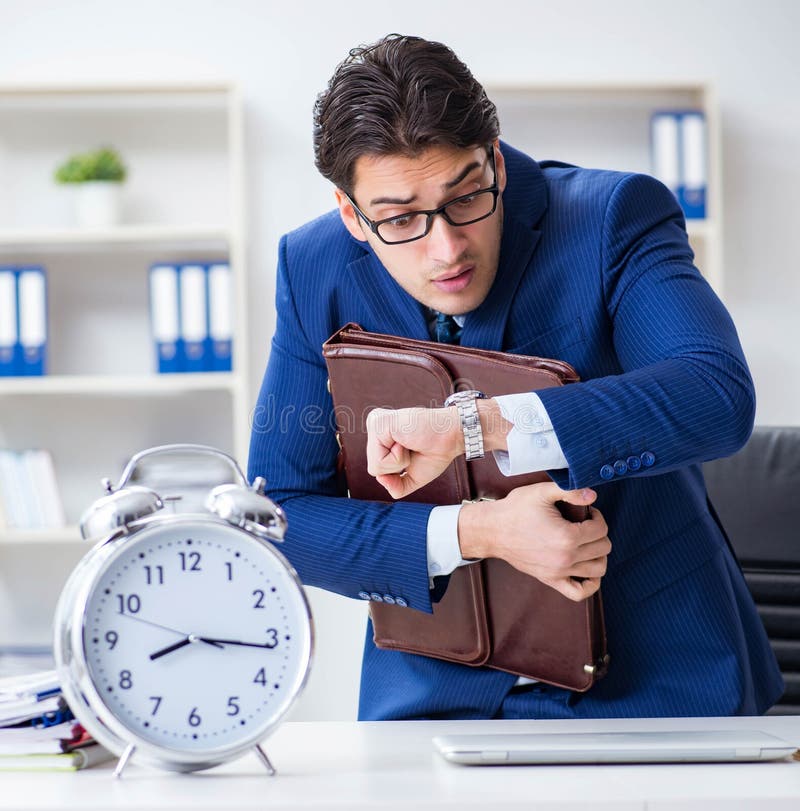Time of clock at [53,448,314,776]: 8:16
